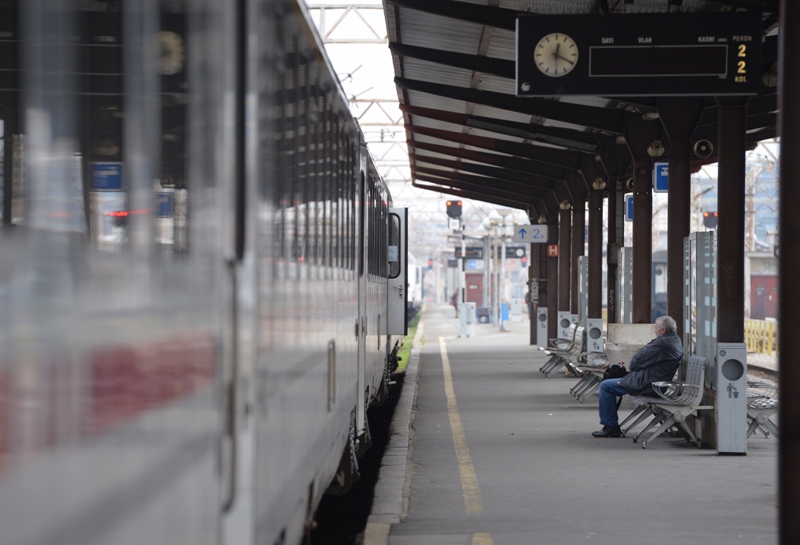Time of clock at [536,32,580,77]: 12:19
